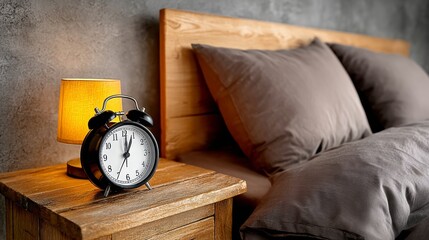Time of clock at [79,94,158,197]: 1:01
